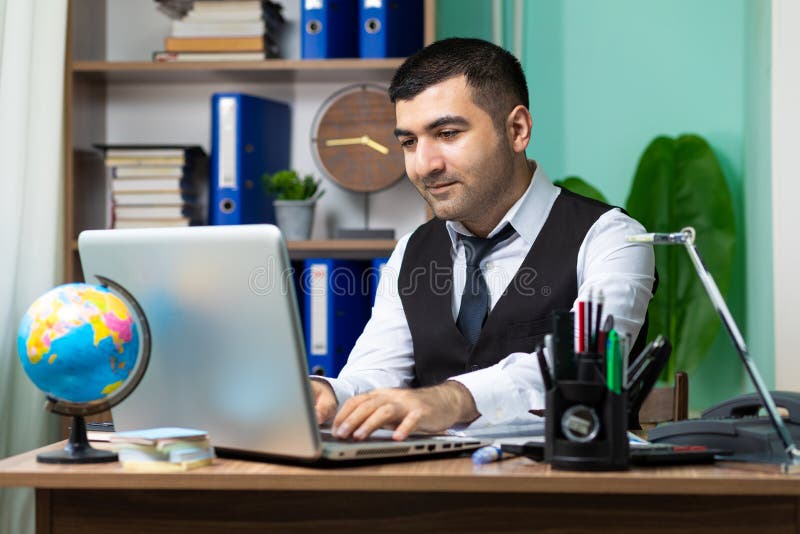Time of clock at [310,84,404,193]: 3:44
